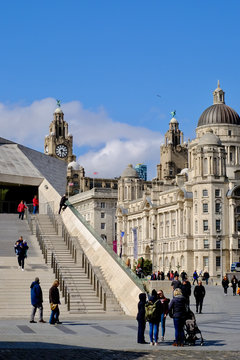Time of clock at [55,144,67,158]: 3:30
